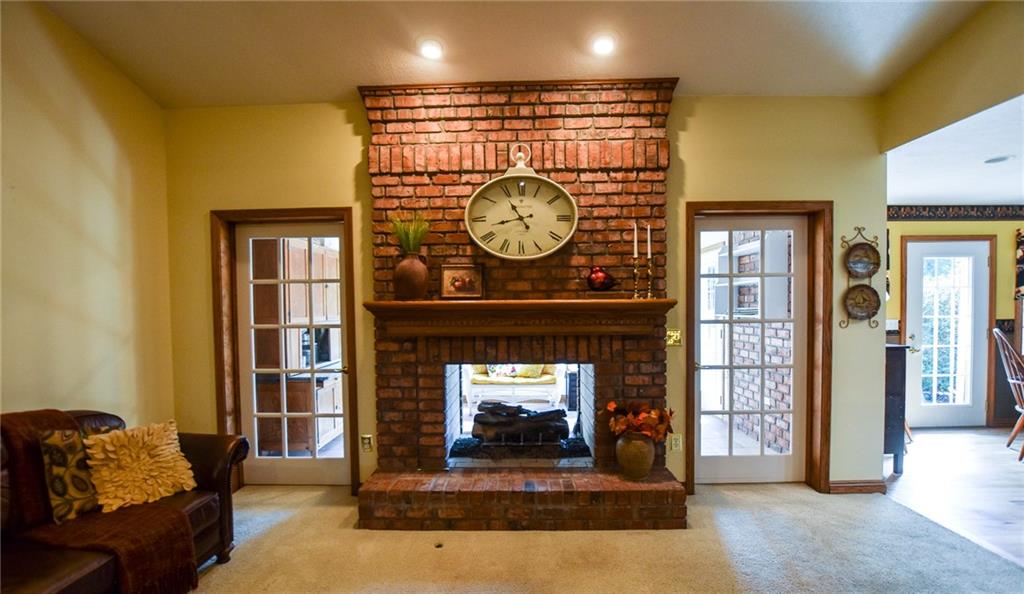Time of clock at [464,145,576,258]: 10:42
